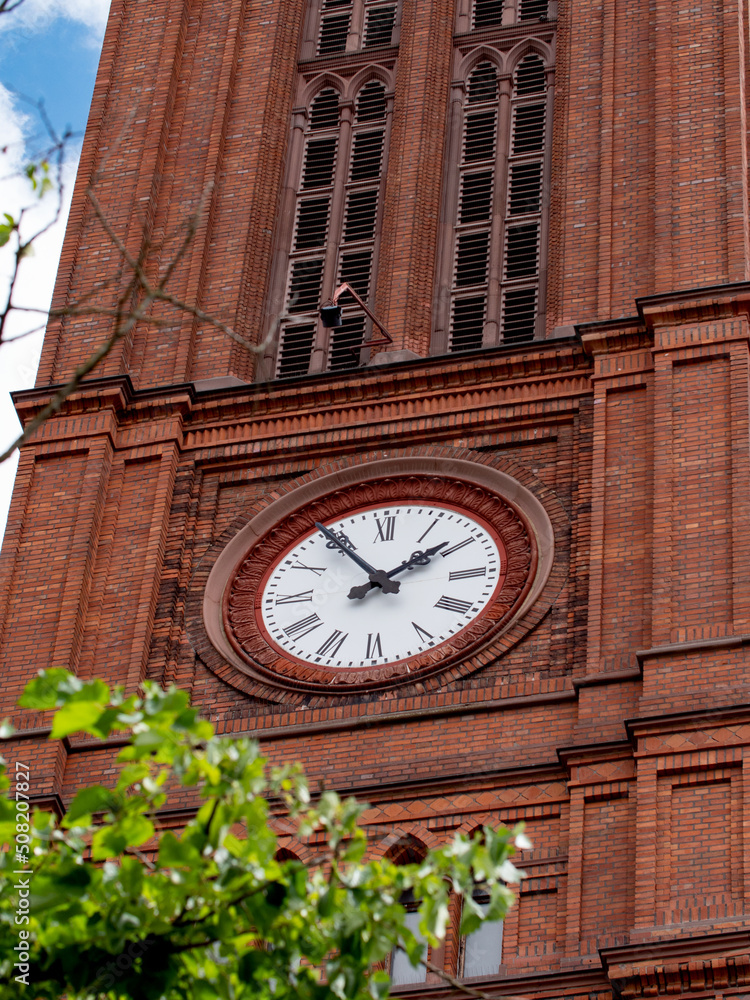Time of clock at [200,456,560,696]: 1:54
